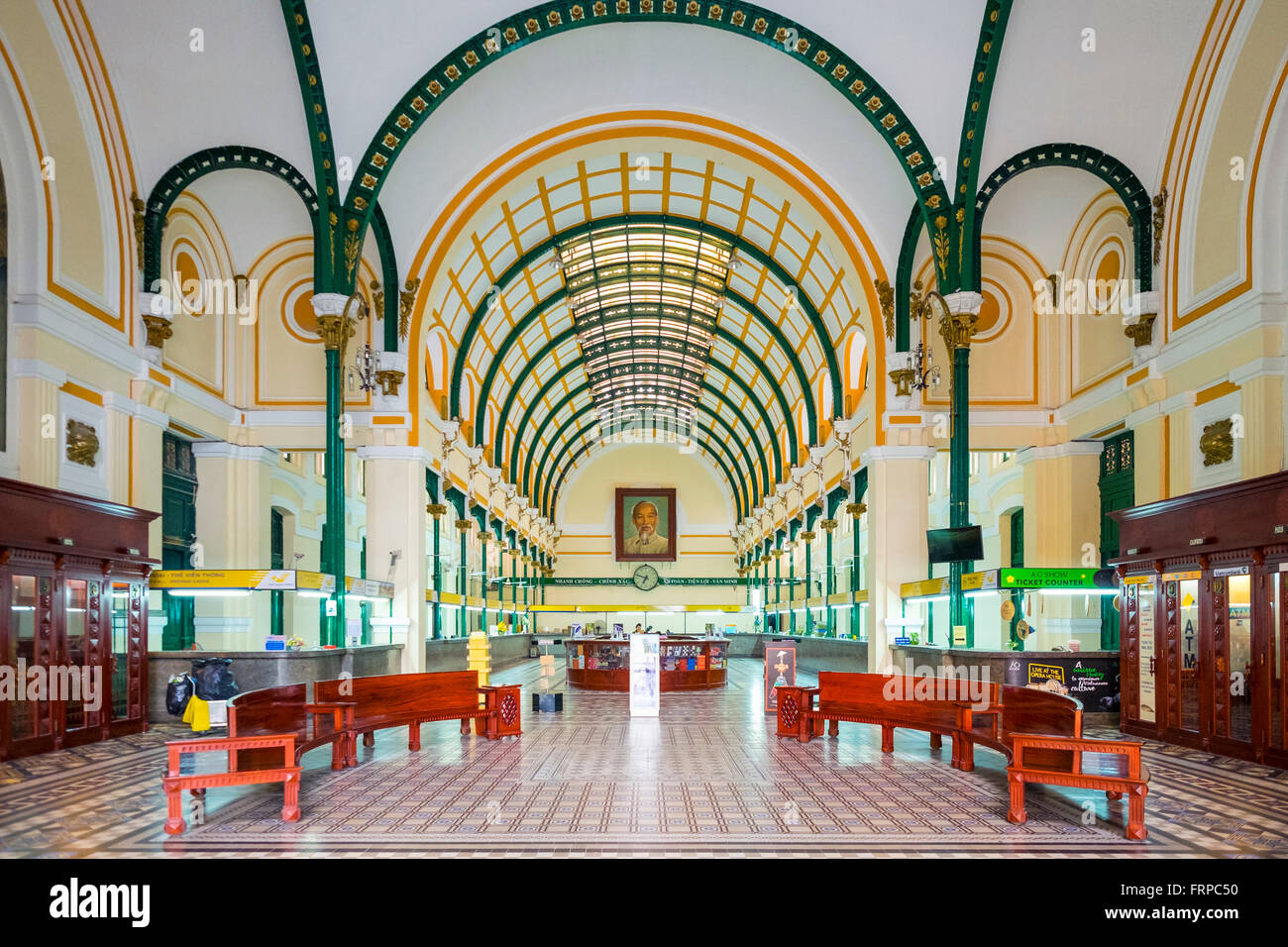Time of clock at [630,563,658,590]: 6:47
